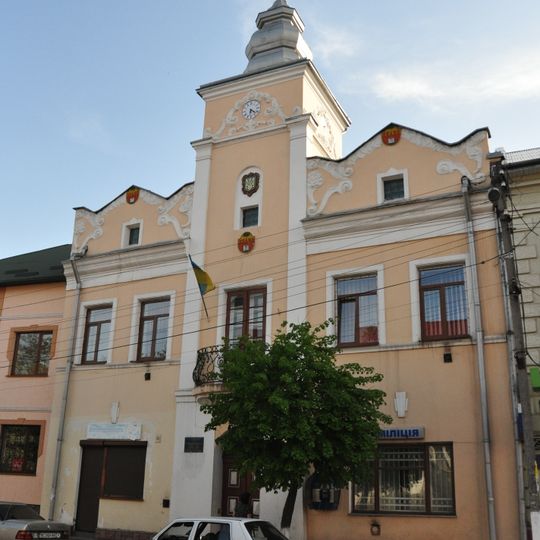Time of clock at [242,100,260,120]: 6:21
